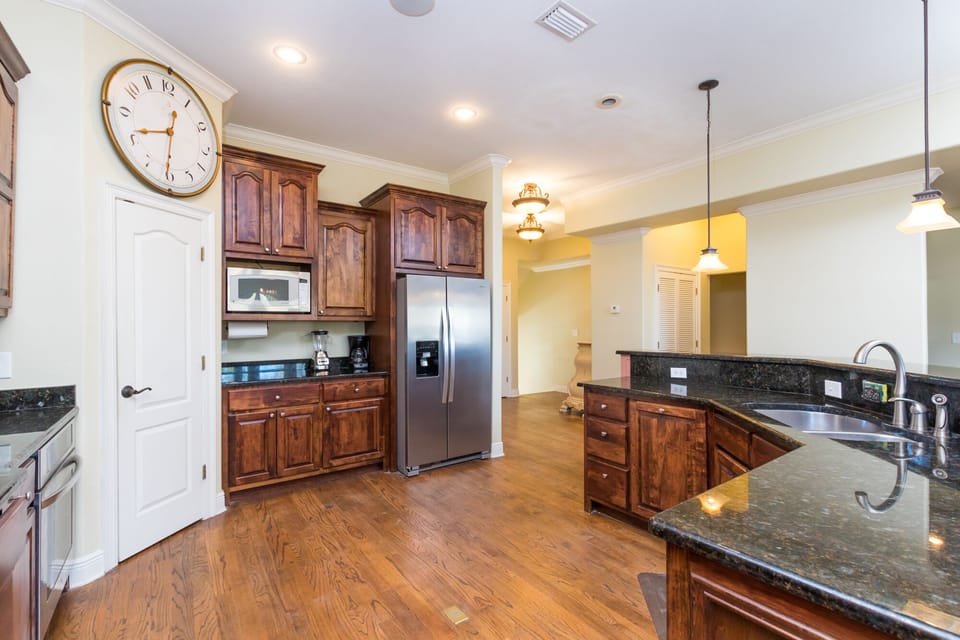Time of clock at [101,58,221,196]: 12:30
